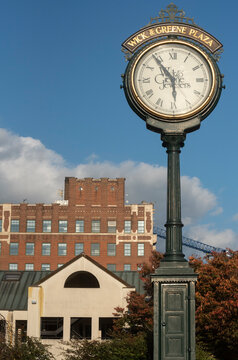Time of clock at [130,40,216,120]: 5:53
